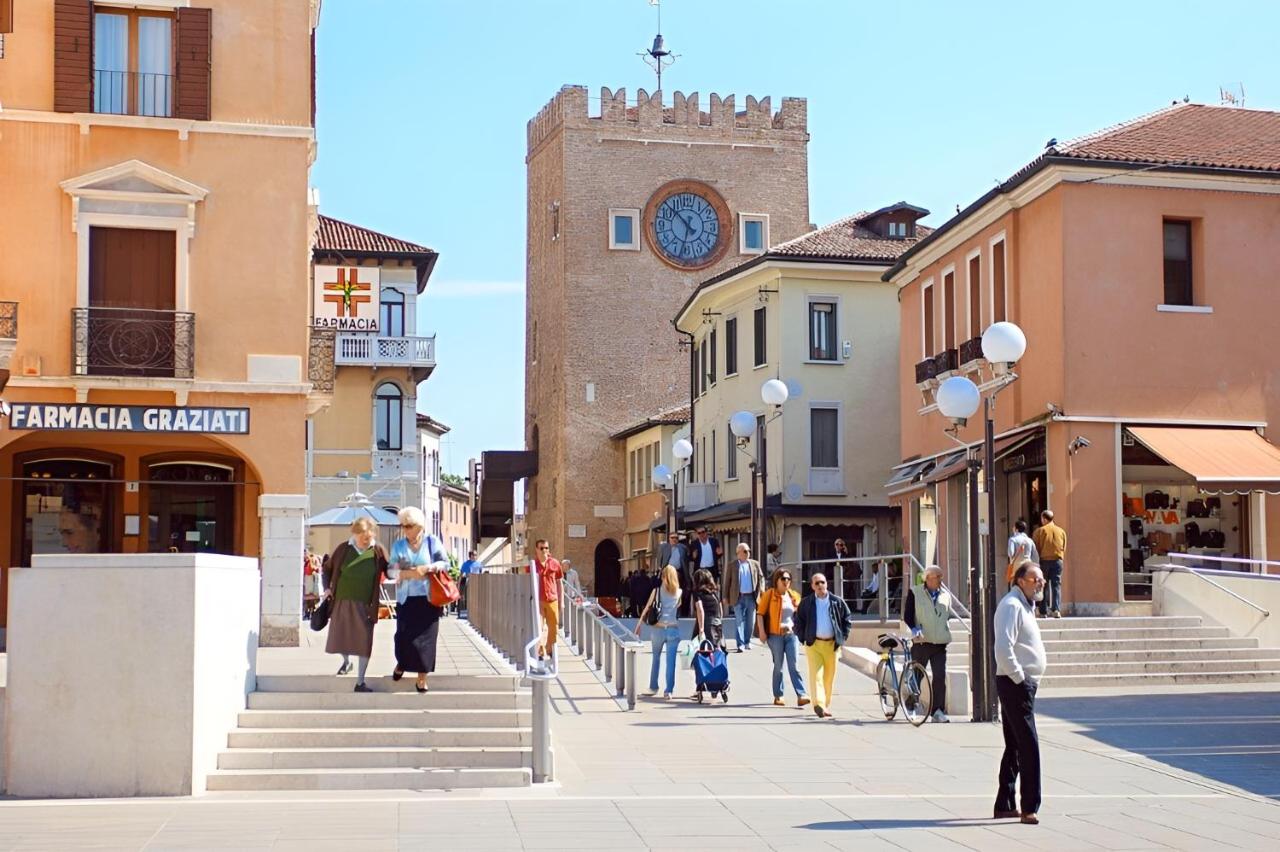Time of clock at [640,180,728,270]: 10:32
